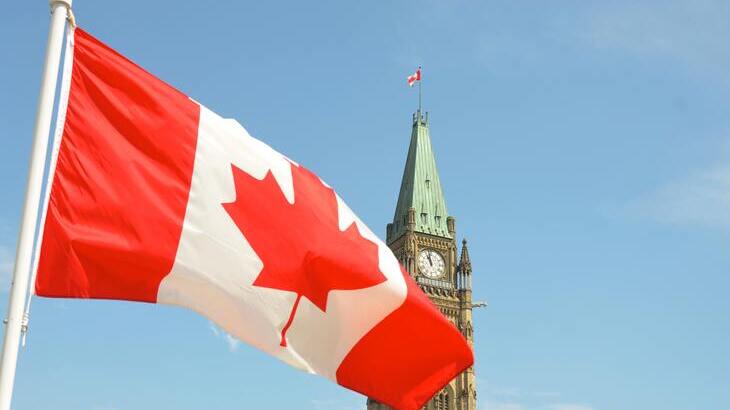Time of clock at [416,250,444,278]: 10:58
